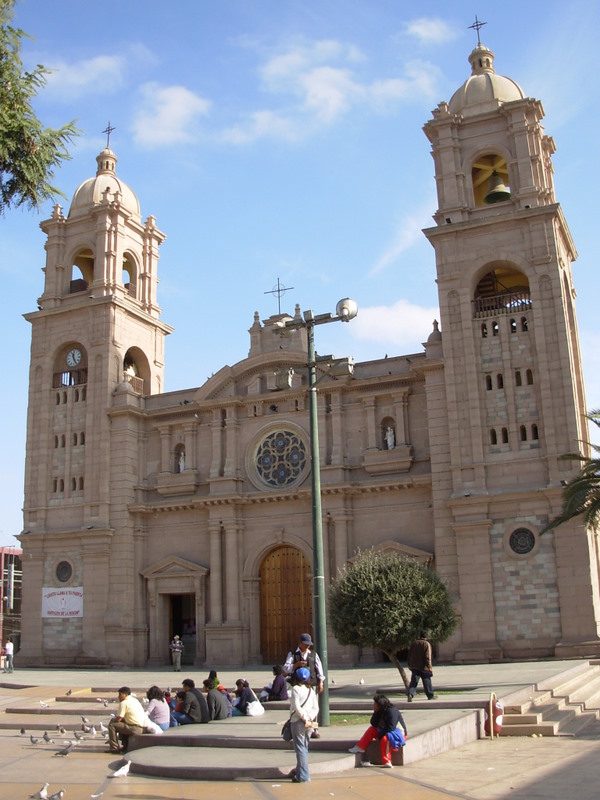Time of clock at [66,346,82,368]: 11:25
